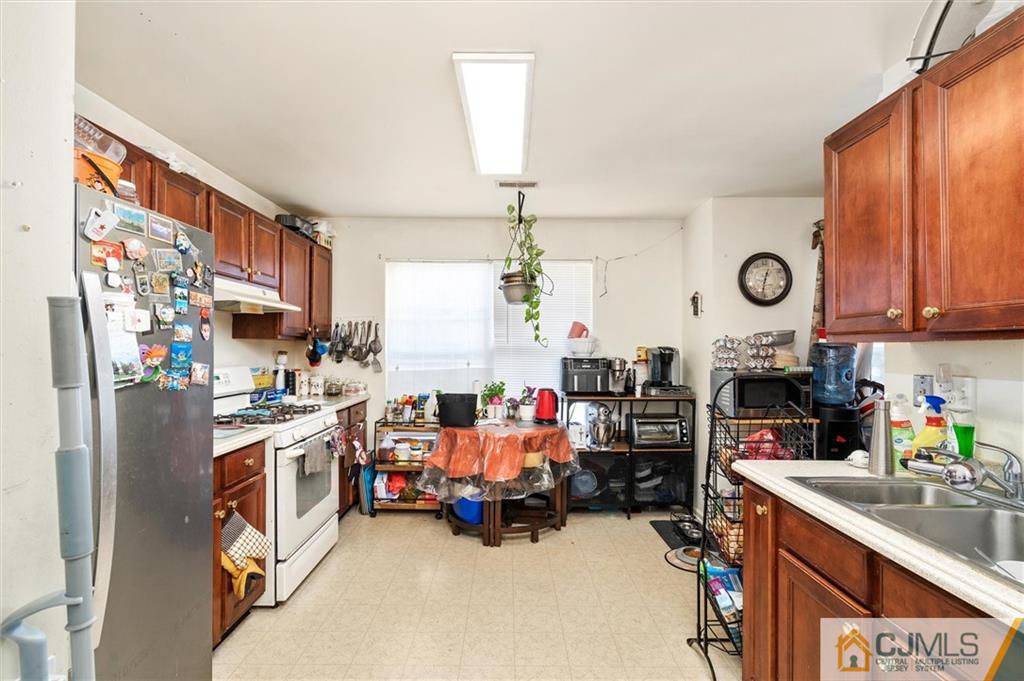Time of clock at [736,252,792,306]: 12:32
